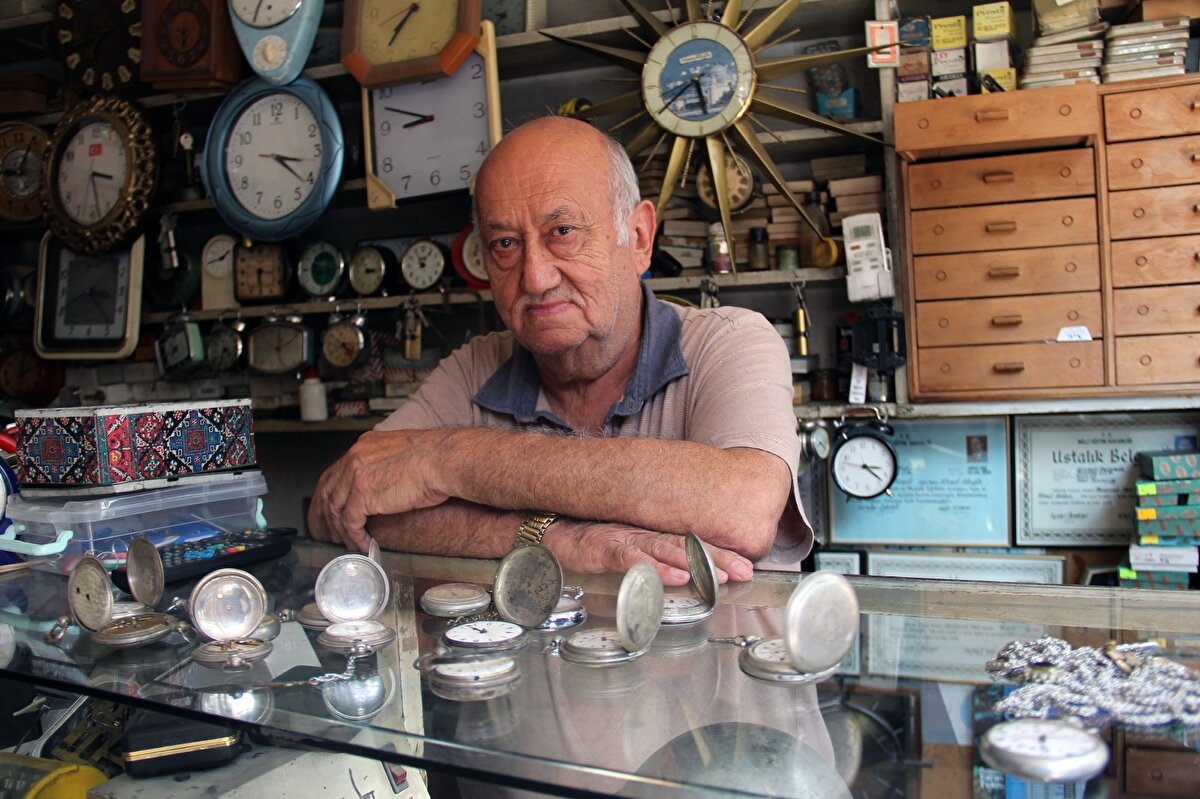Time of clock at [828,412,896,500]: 3:22
